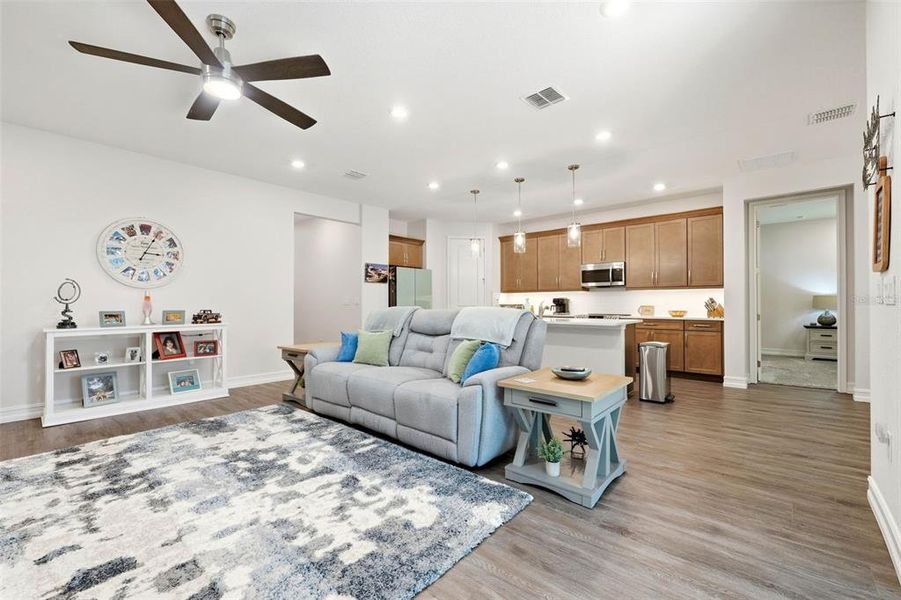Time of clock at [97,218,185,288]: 3:04
